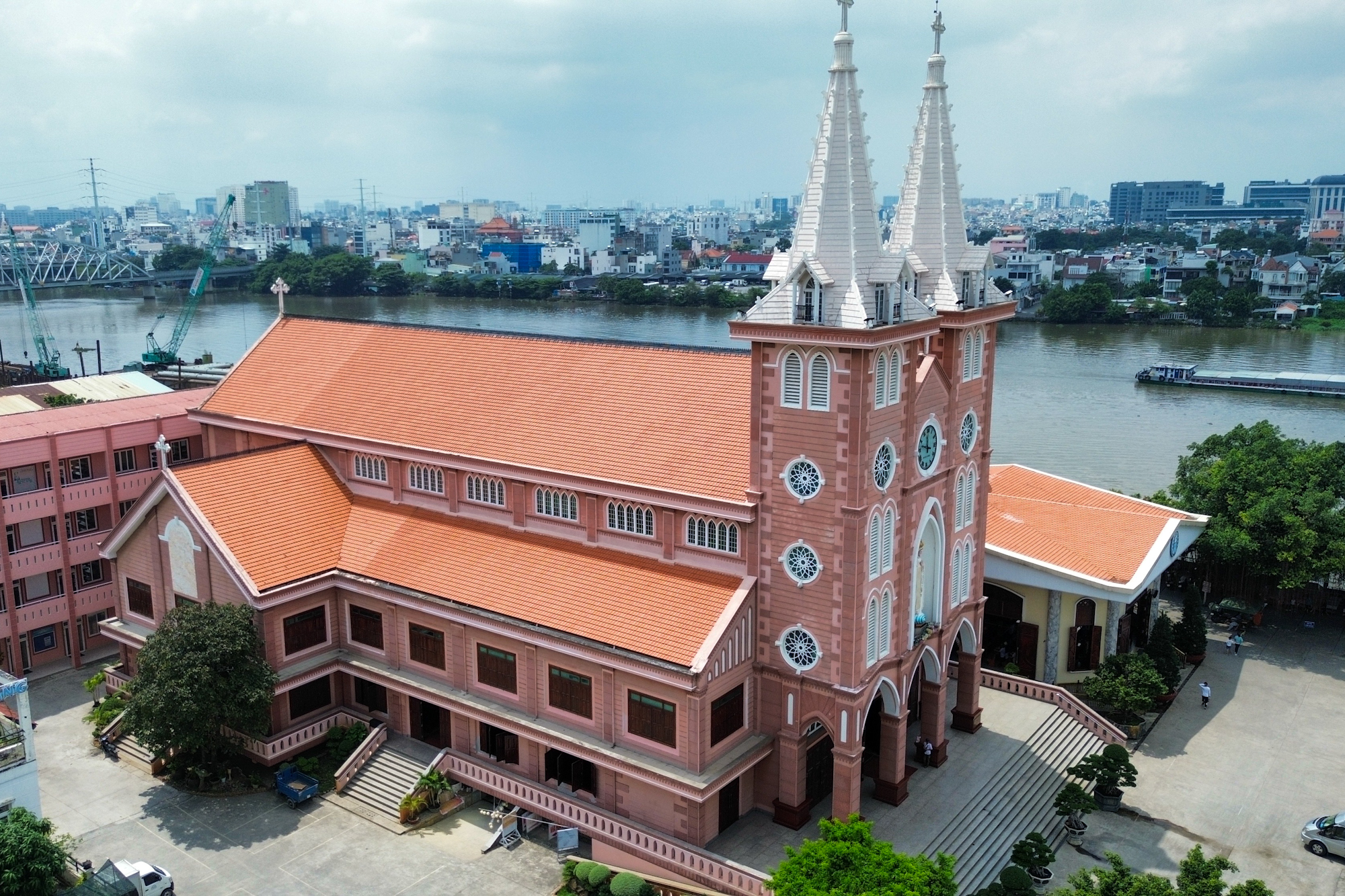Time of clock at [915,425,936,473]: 11:47
